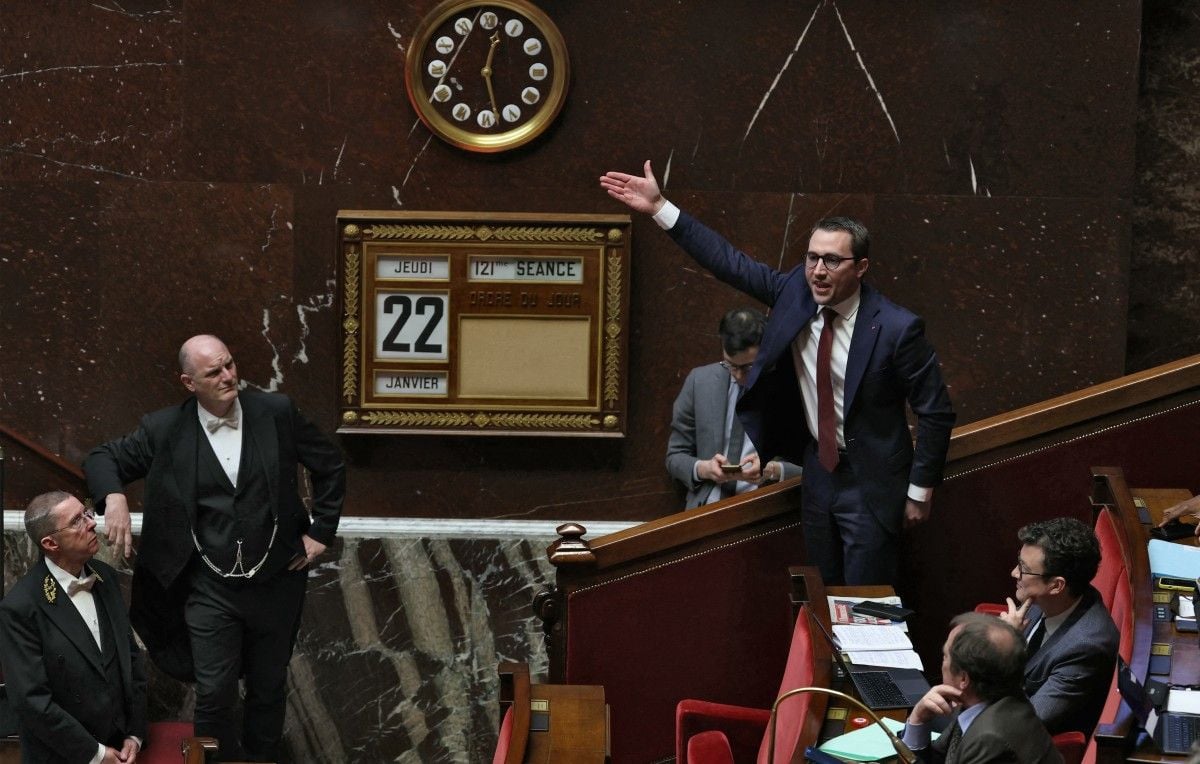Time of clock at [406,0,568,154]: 12:27
